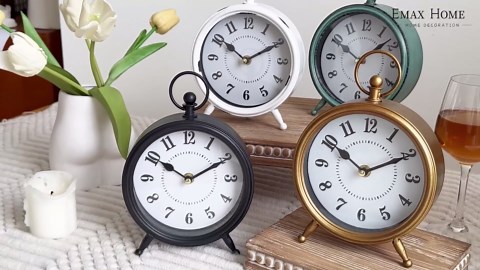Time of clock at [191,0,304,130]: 10:10
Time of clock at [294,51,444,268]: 10:10
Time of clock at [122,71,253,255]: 10:10
